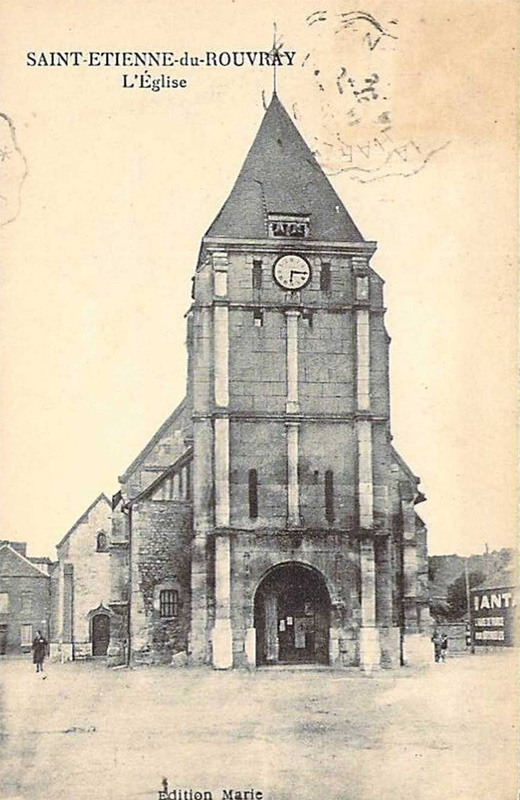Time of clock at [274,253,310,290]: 6:15
